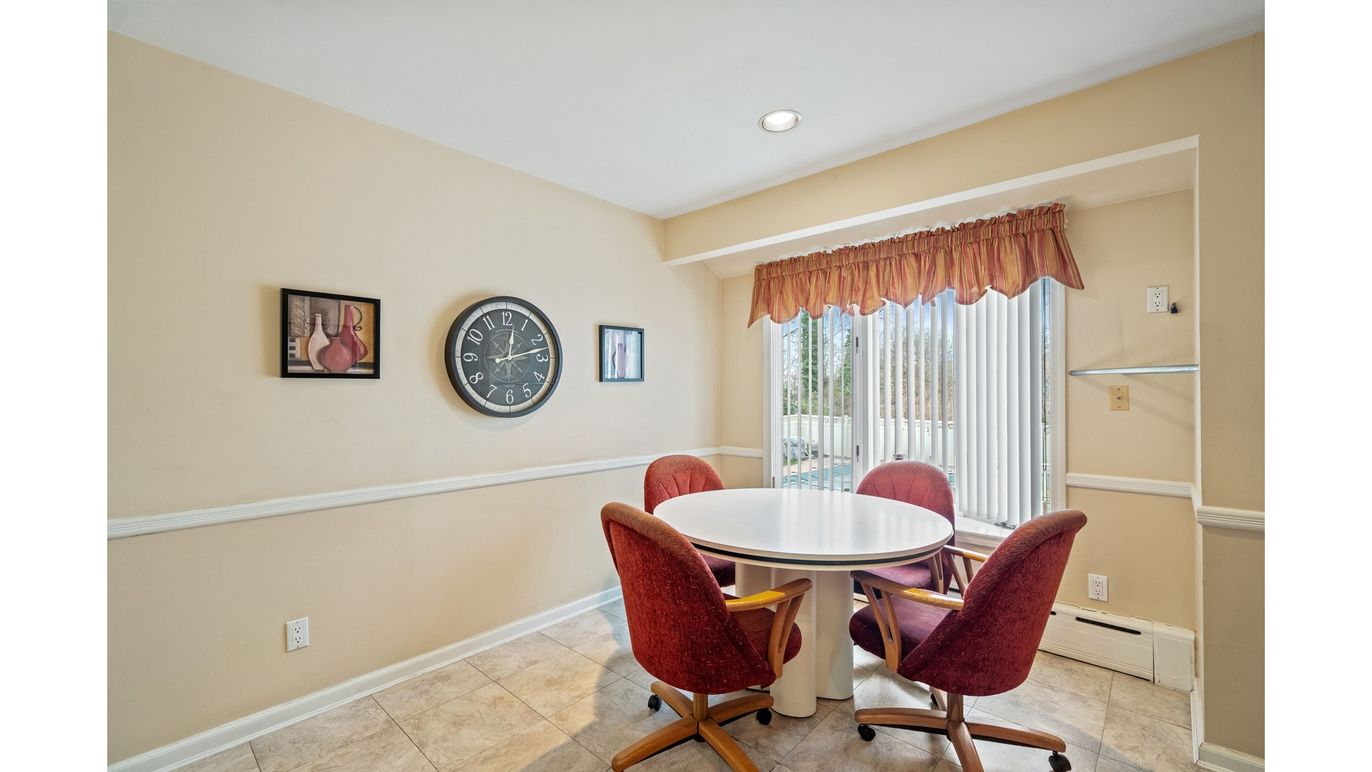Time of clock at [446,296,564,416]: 12:12
